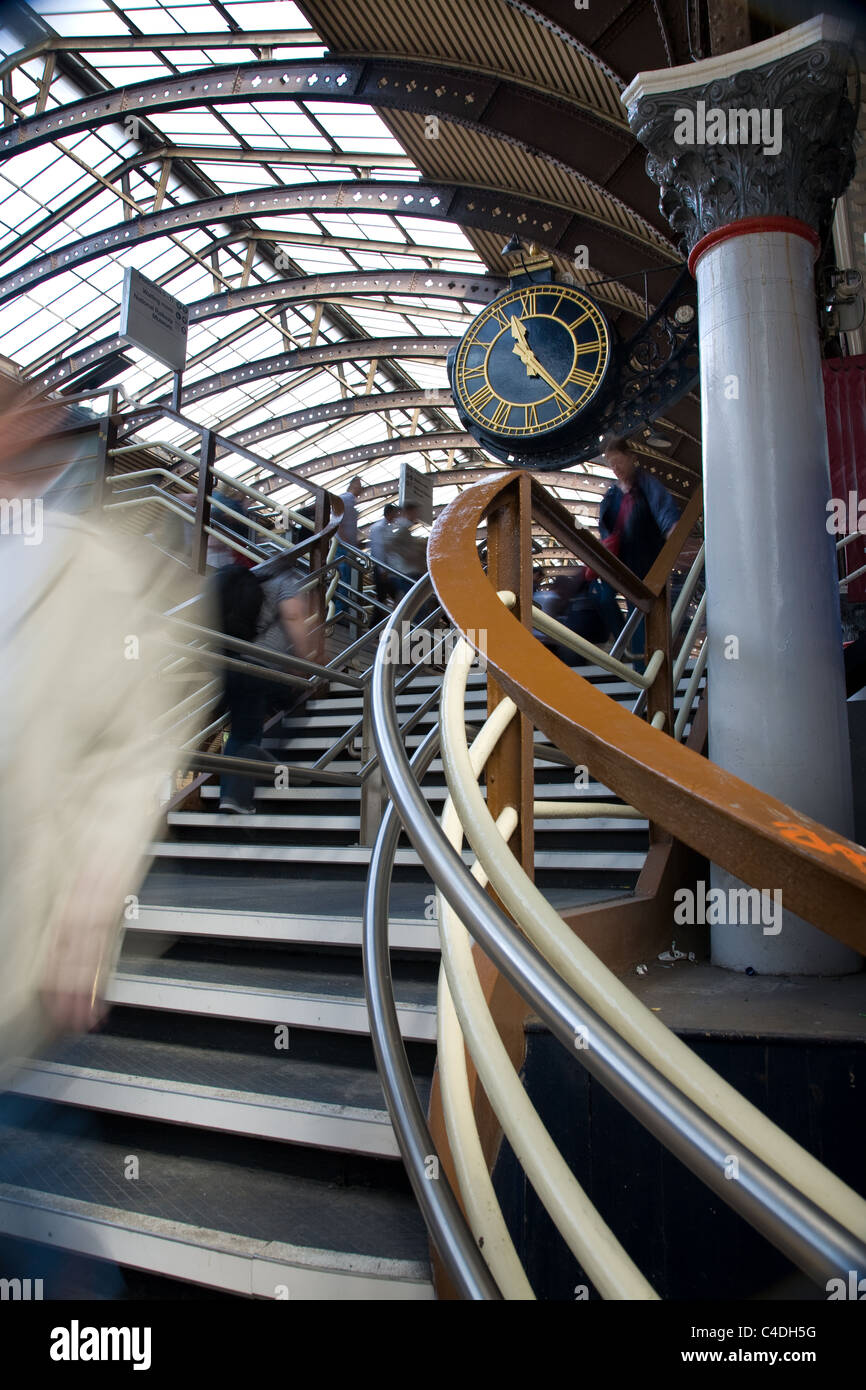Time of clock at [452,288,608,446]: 11:23
